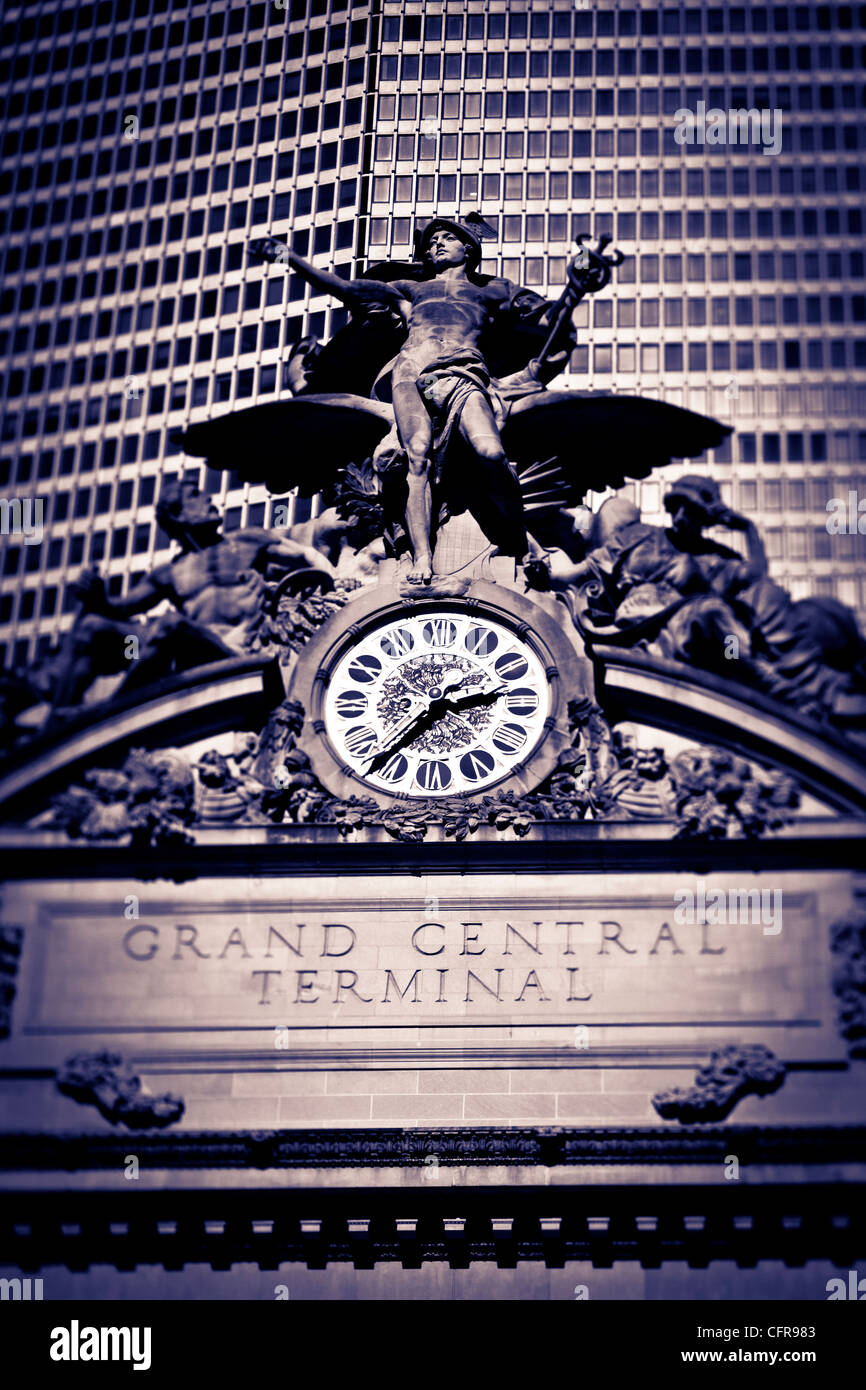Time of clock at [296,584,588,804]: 2:36
